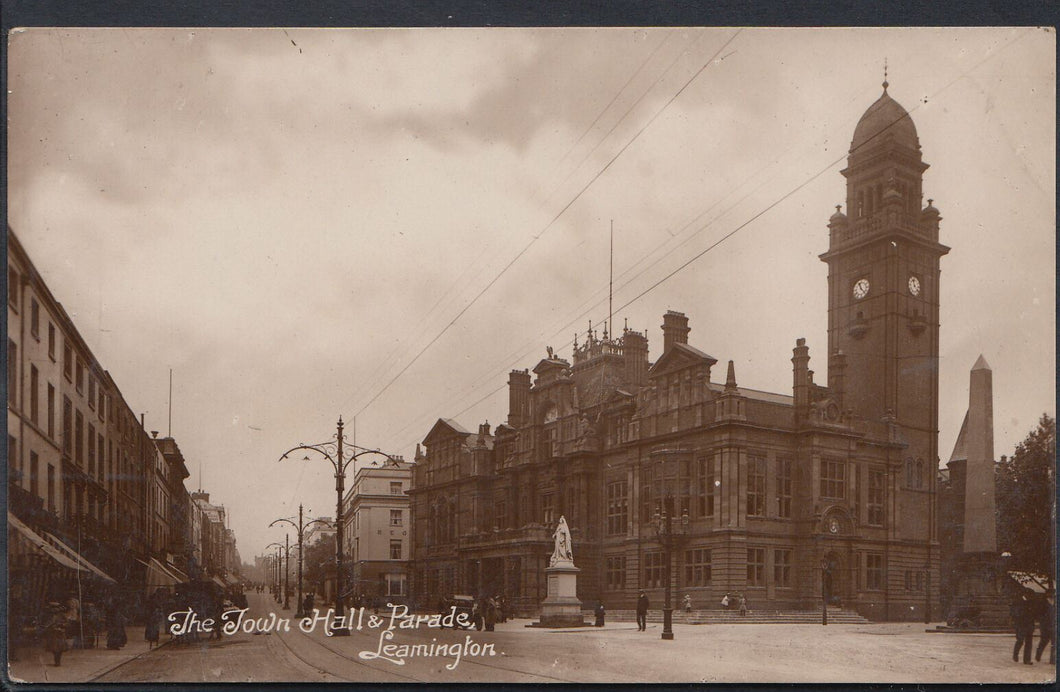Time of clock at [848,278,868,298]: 11:23
